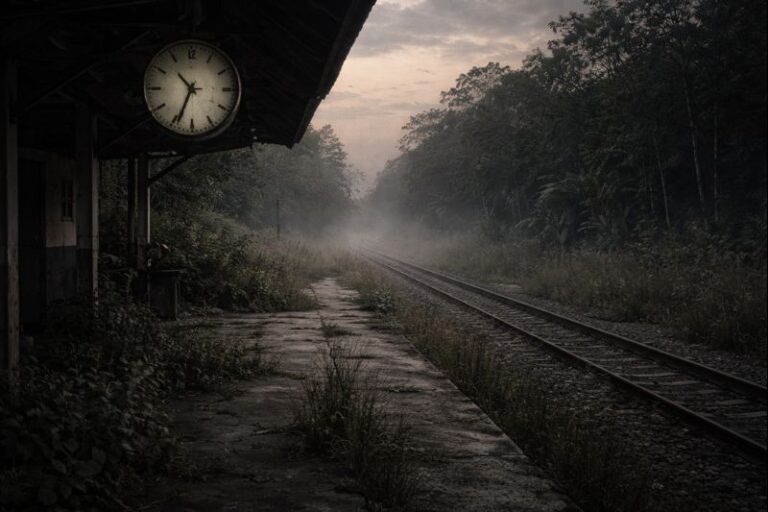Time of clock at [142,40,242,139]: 10:34
